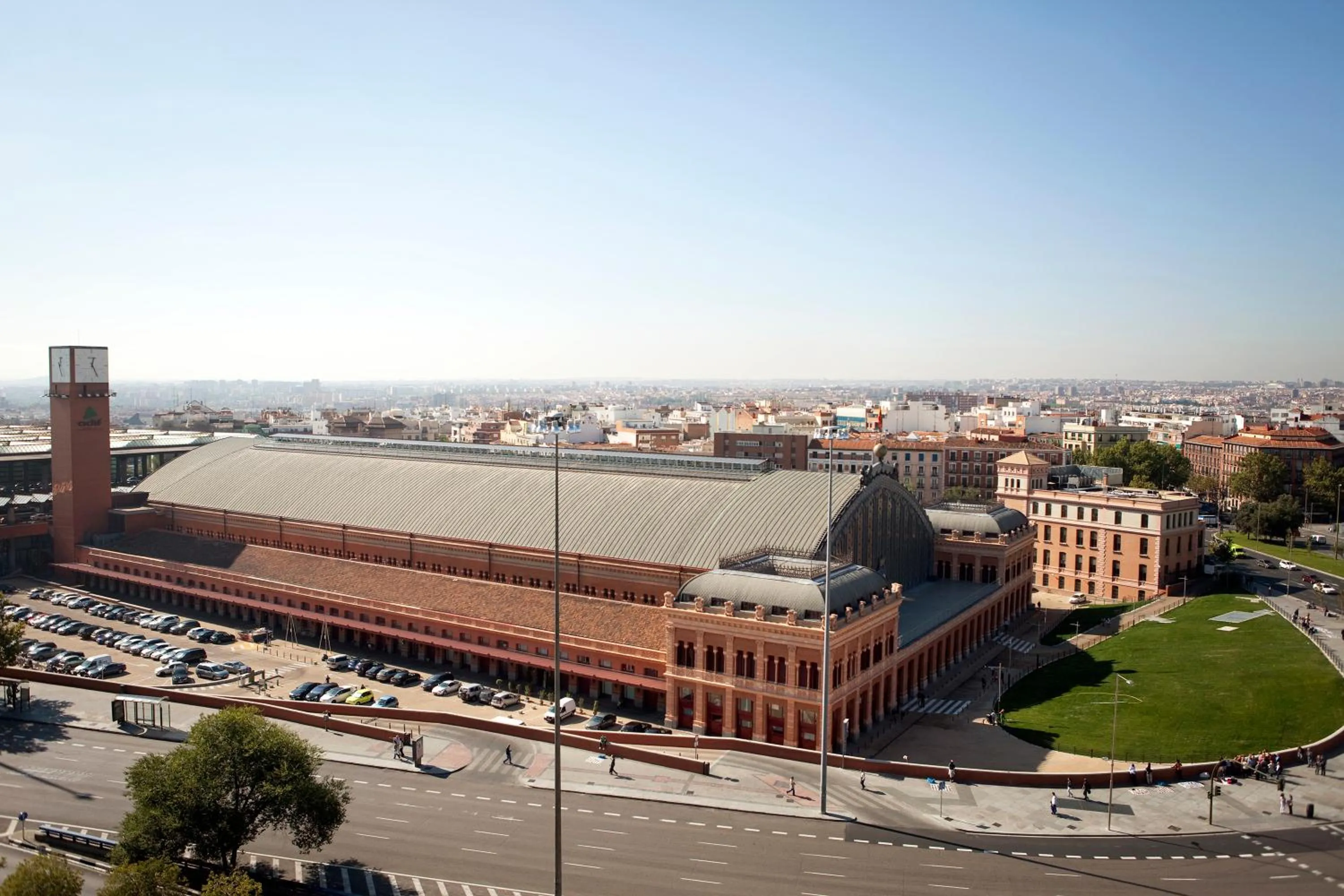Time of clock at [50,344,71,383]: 12:24
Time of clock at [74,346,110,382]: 12:25
